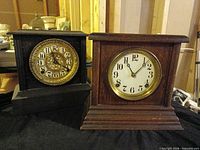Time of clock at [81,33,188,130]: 11:07
